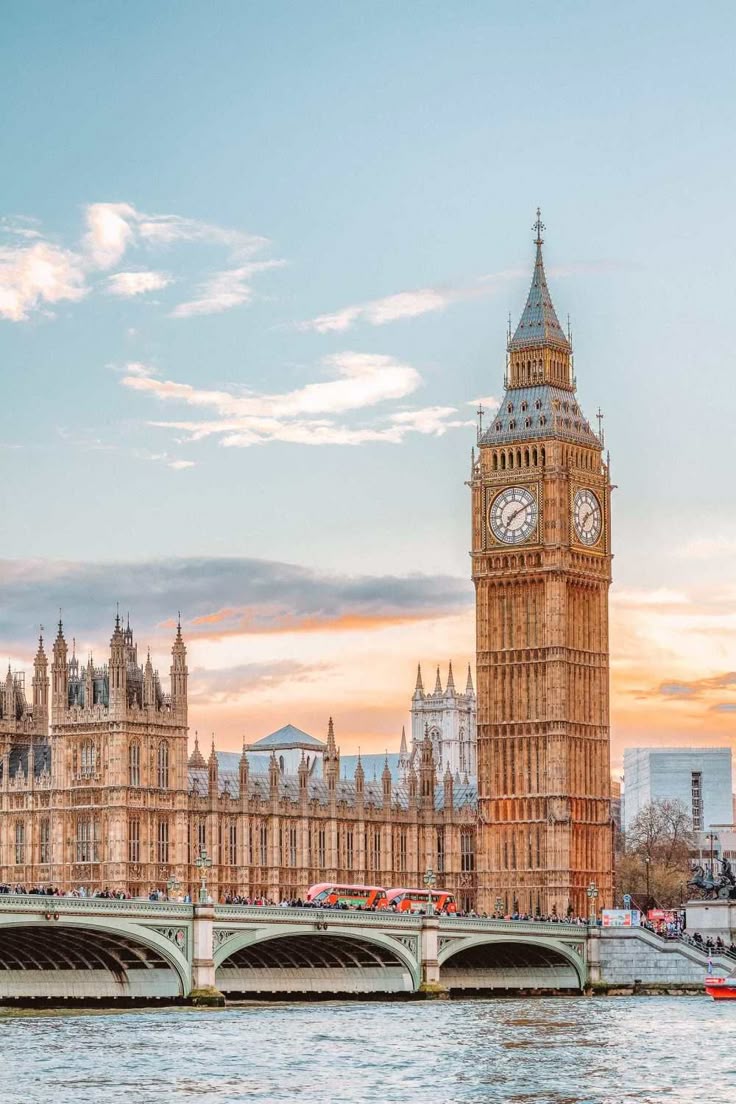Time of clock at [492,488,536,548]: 7:10
